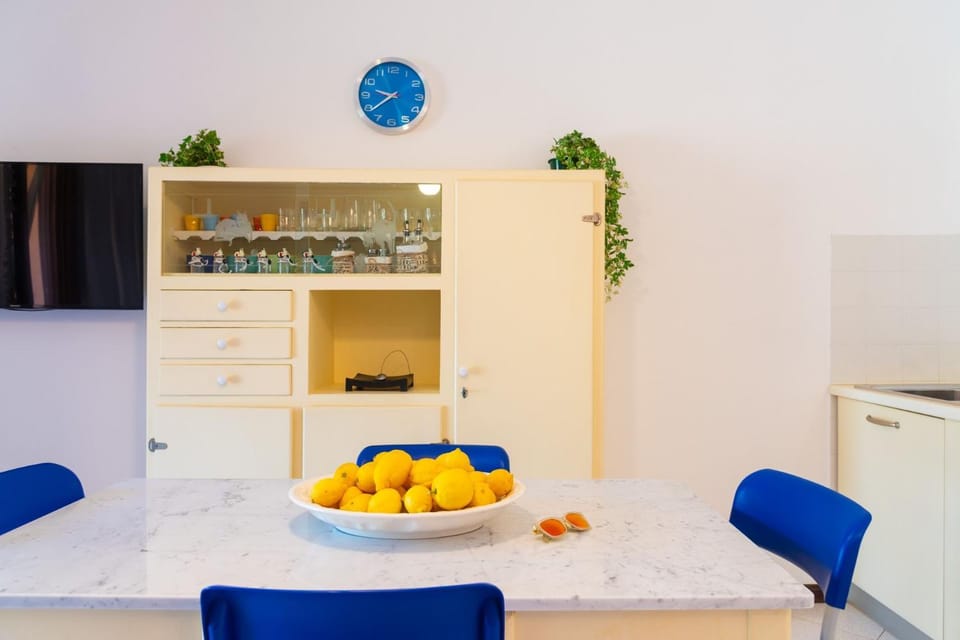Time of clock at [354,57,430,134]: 9:38
